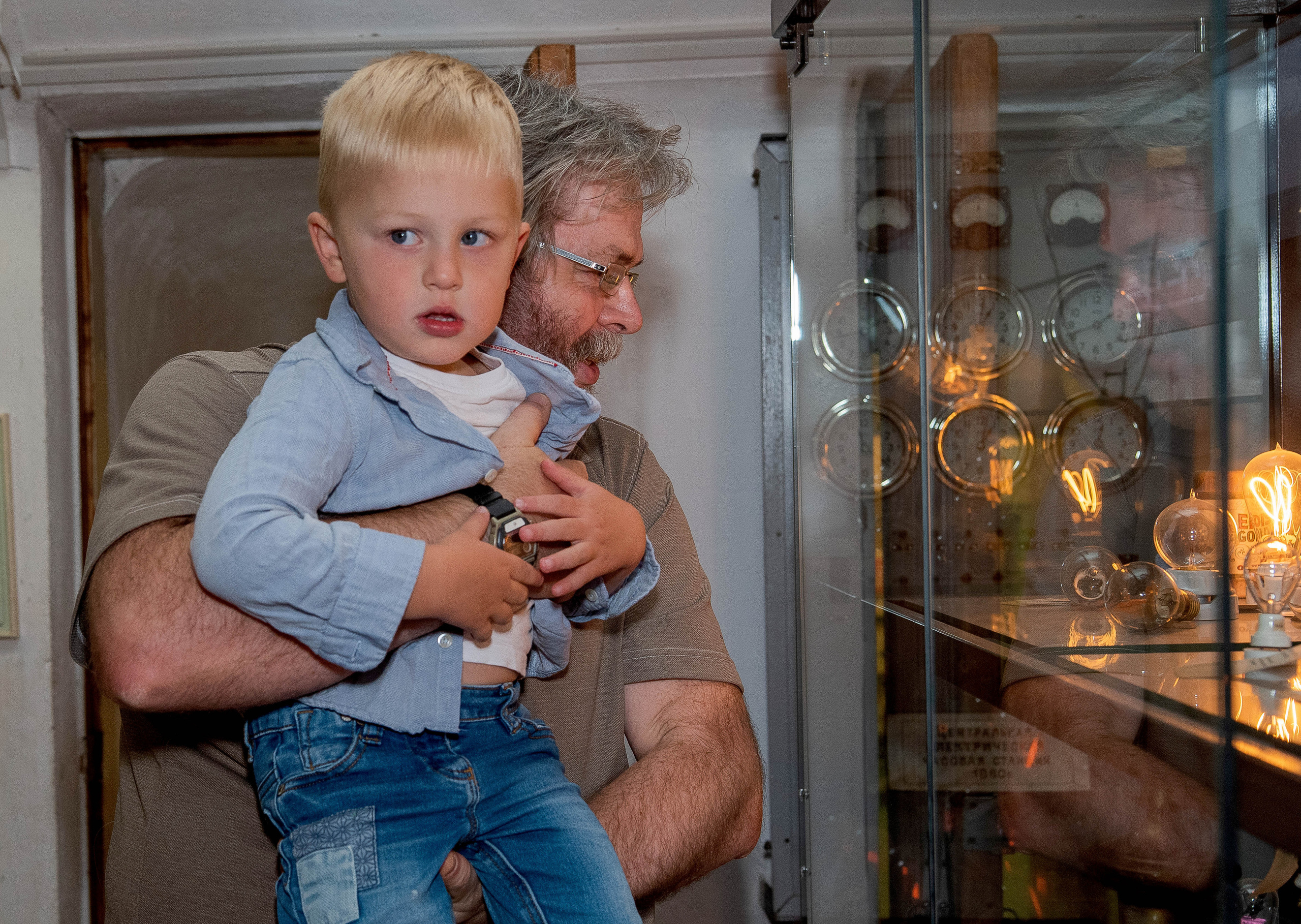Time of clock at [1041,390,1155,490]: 12:23
